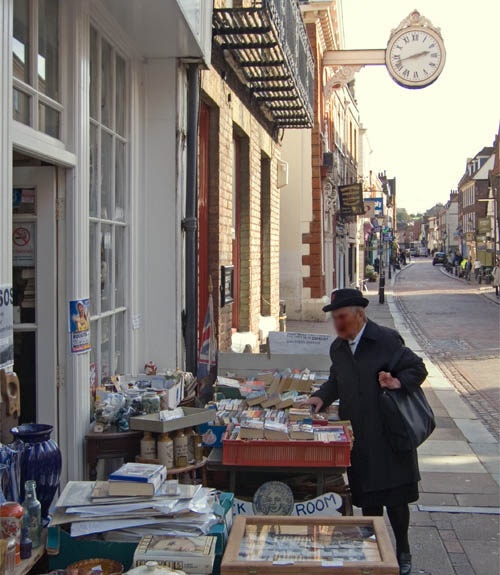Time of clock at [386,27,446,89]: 2:42
